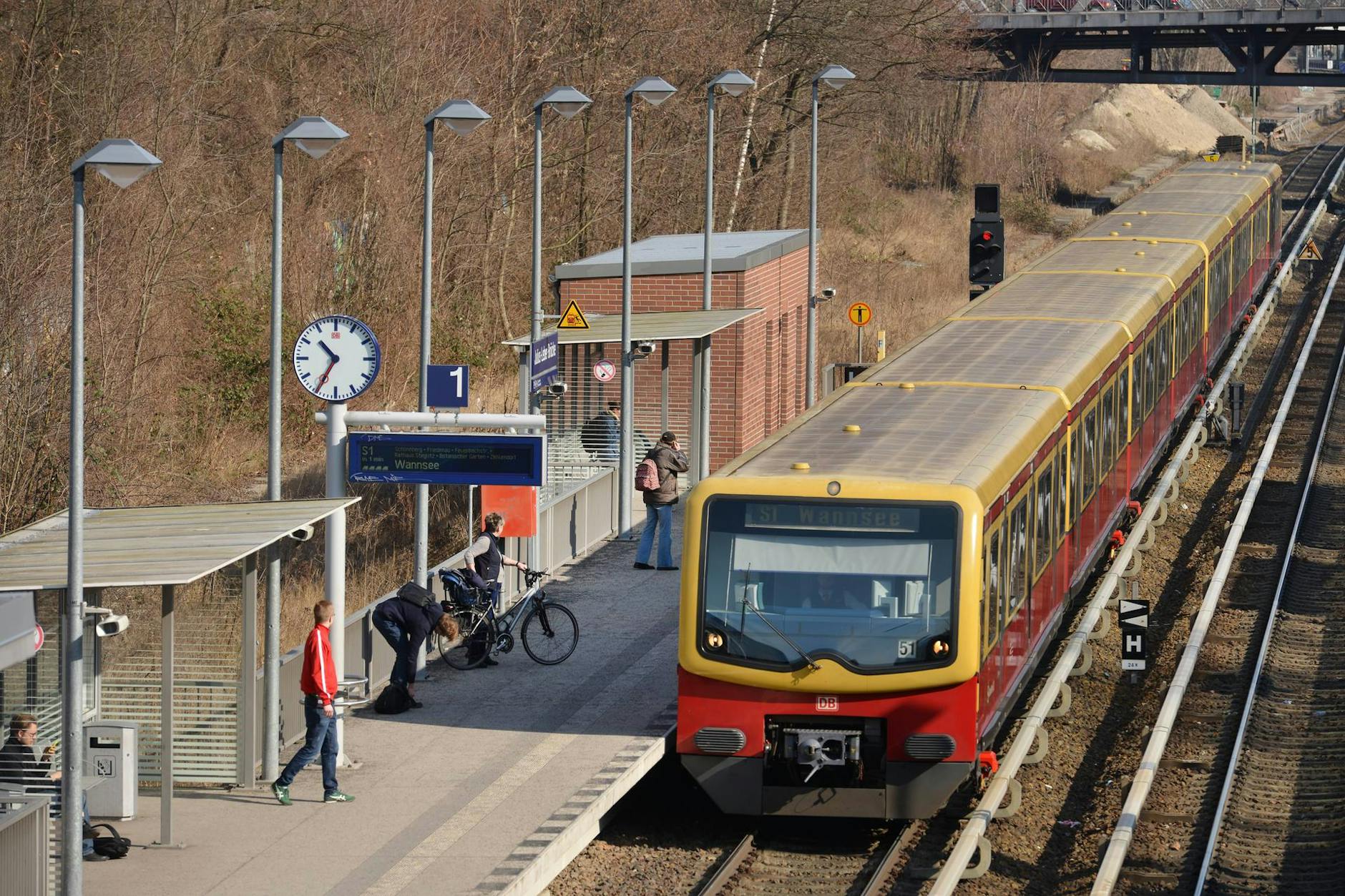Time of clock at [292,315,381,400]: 10:34
